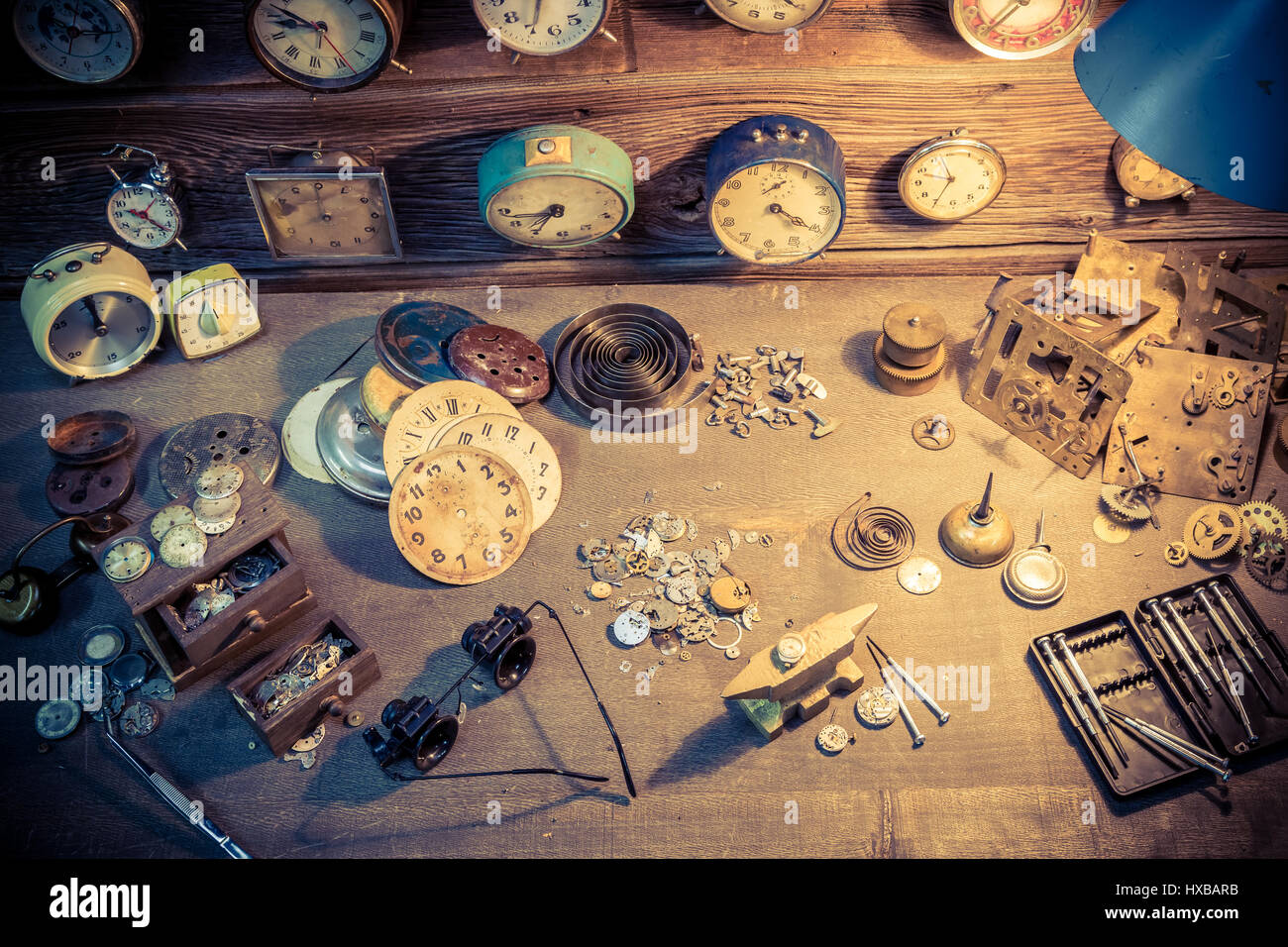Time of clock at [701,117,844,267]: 4:20
